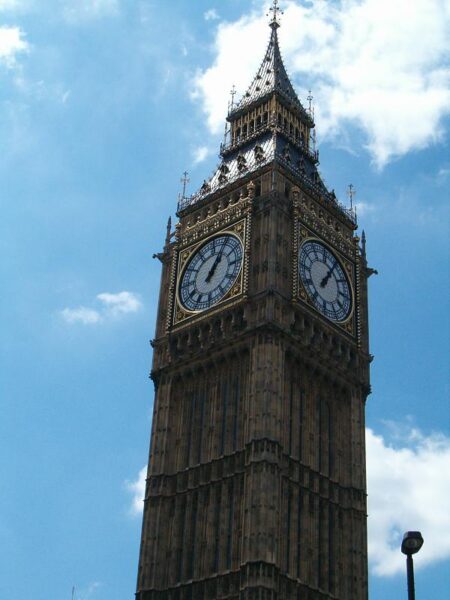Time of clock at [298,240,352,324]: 1:05
